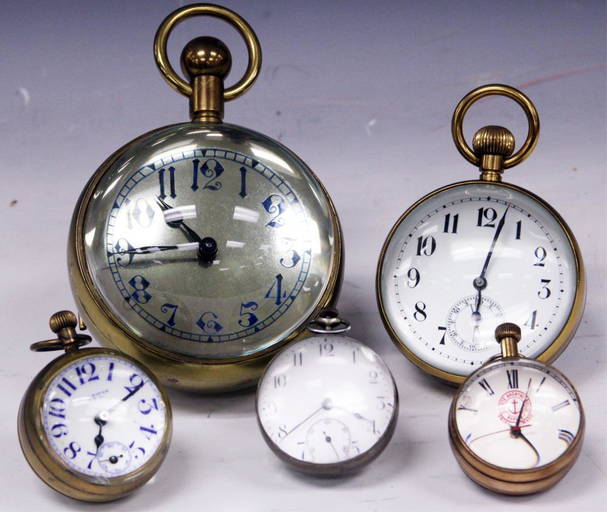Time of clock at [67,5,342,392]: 10:43
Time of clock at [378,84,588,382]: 6:02
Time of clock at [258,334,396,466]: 3:39
